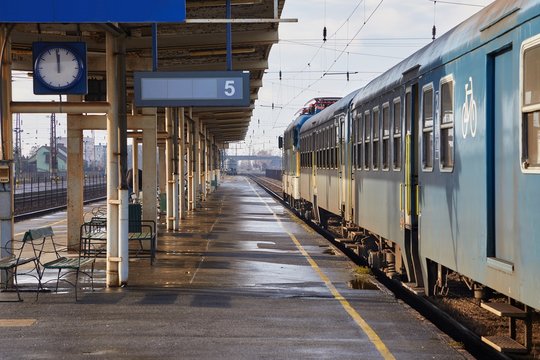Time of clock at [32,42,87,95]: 11:58
